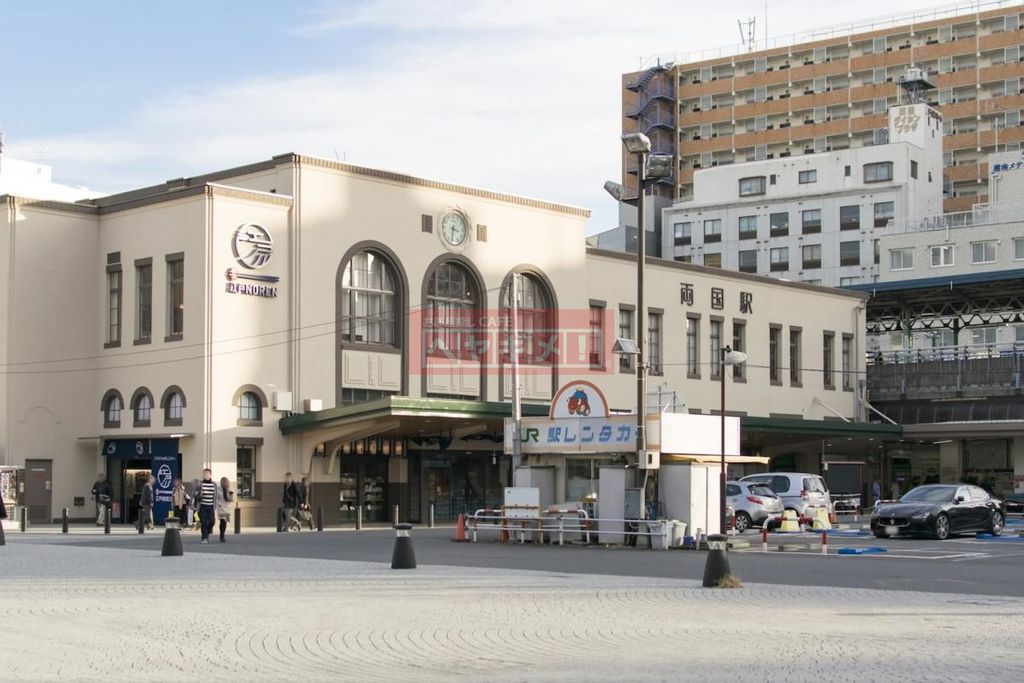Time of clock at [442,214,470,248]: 3:32
